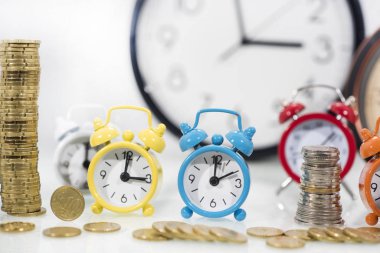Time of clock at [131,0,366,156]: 2:00
